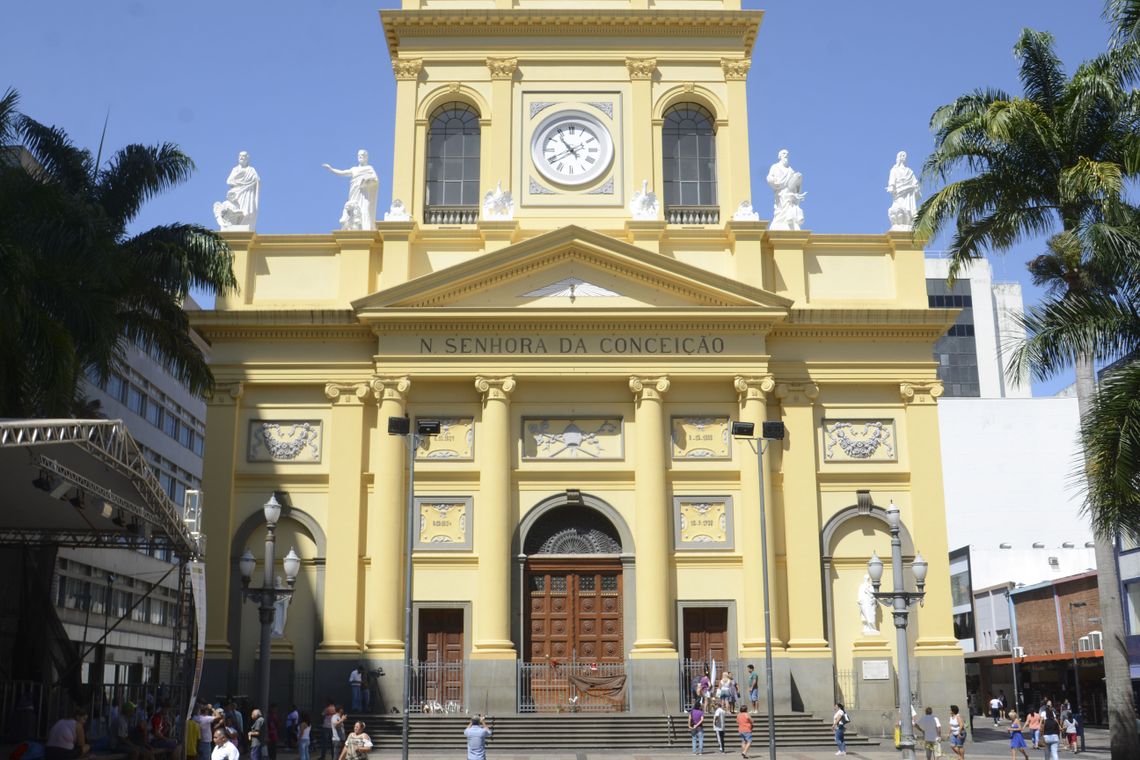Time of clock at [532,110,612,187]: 10:40
